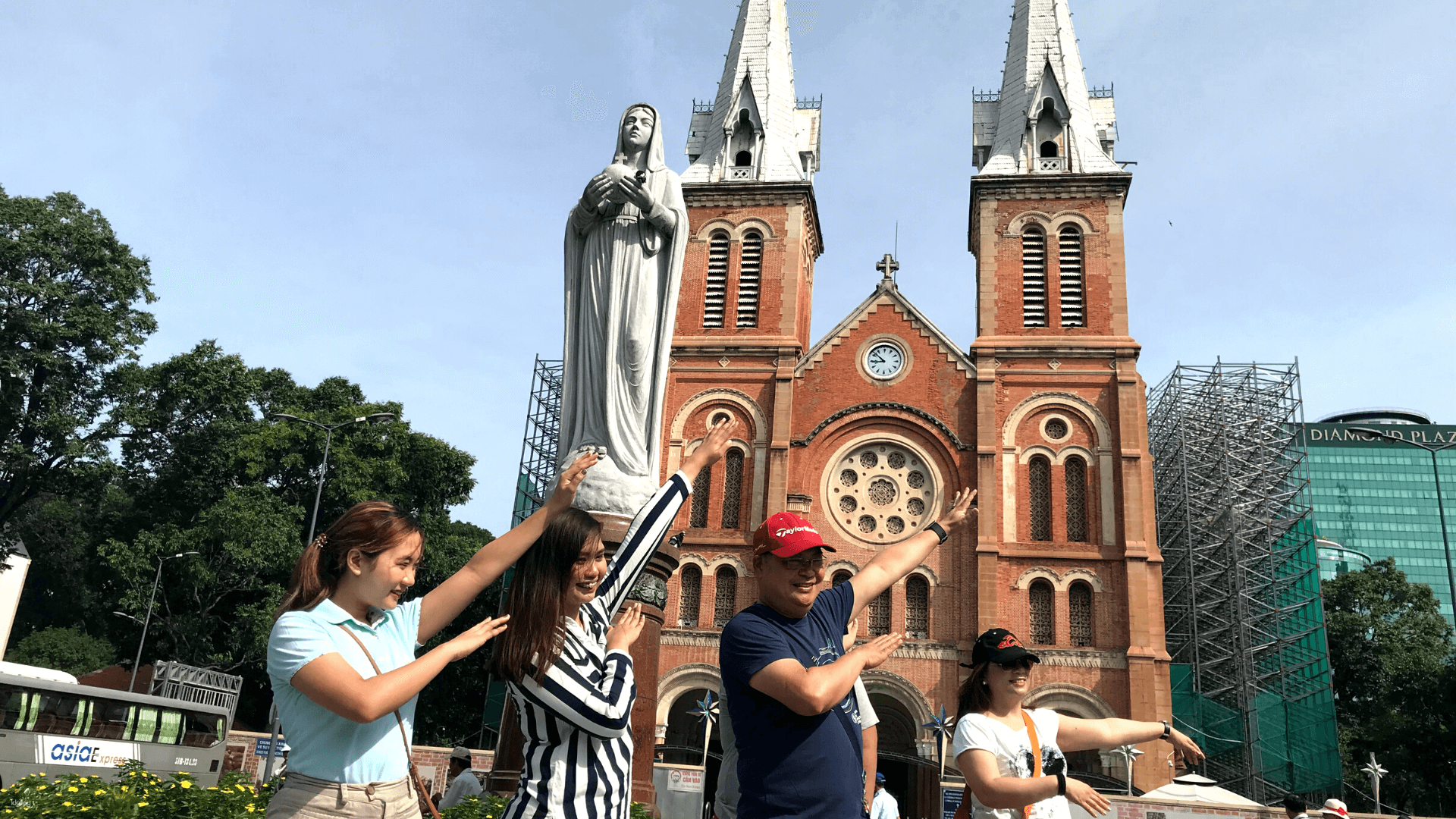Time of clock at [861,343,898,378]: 8:52
